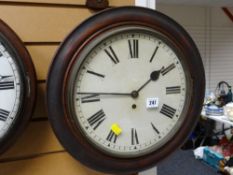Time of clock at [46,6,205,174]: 1:45
